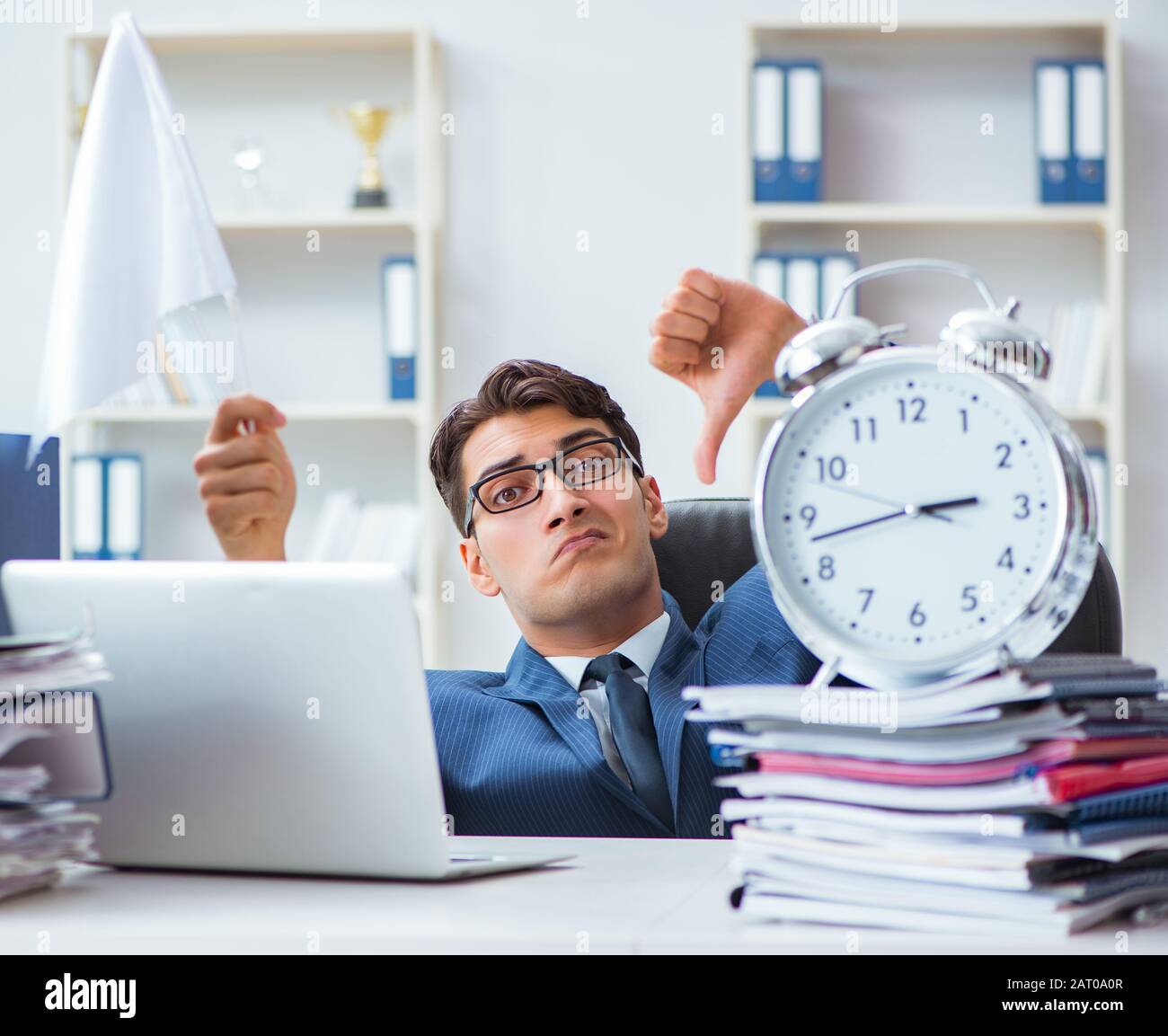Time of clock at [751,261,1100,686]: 2:42
